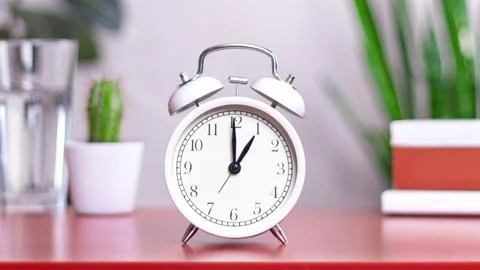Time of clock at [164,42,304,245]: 1:00
